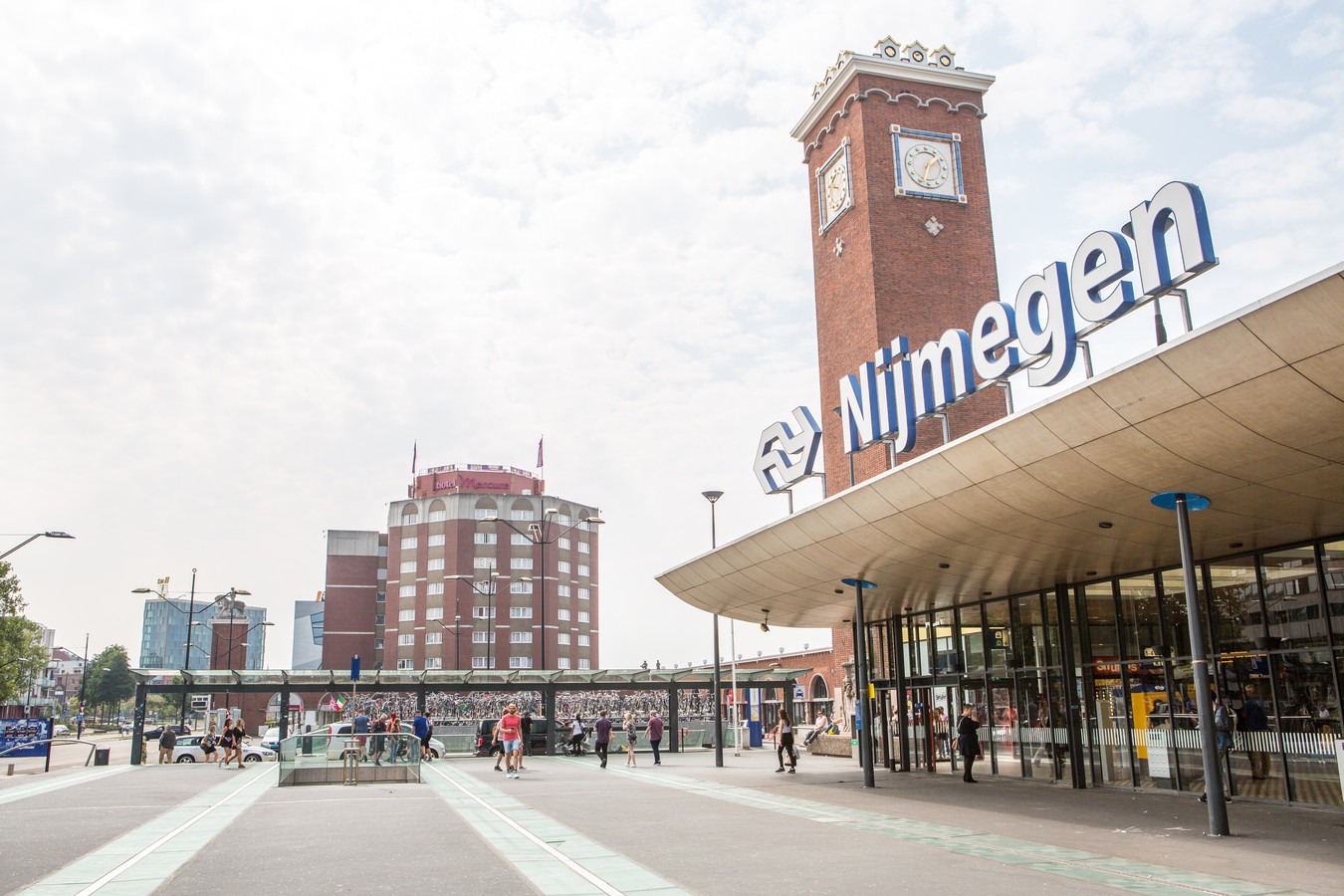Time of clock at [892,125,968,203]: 1:33
